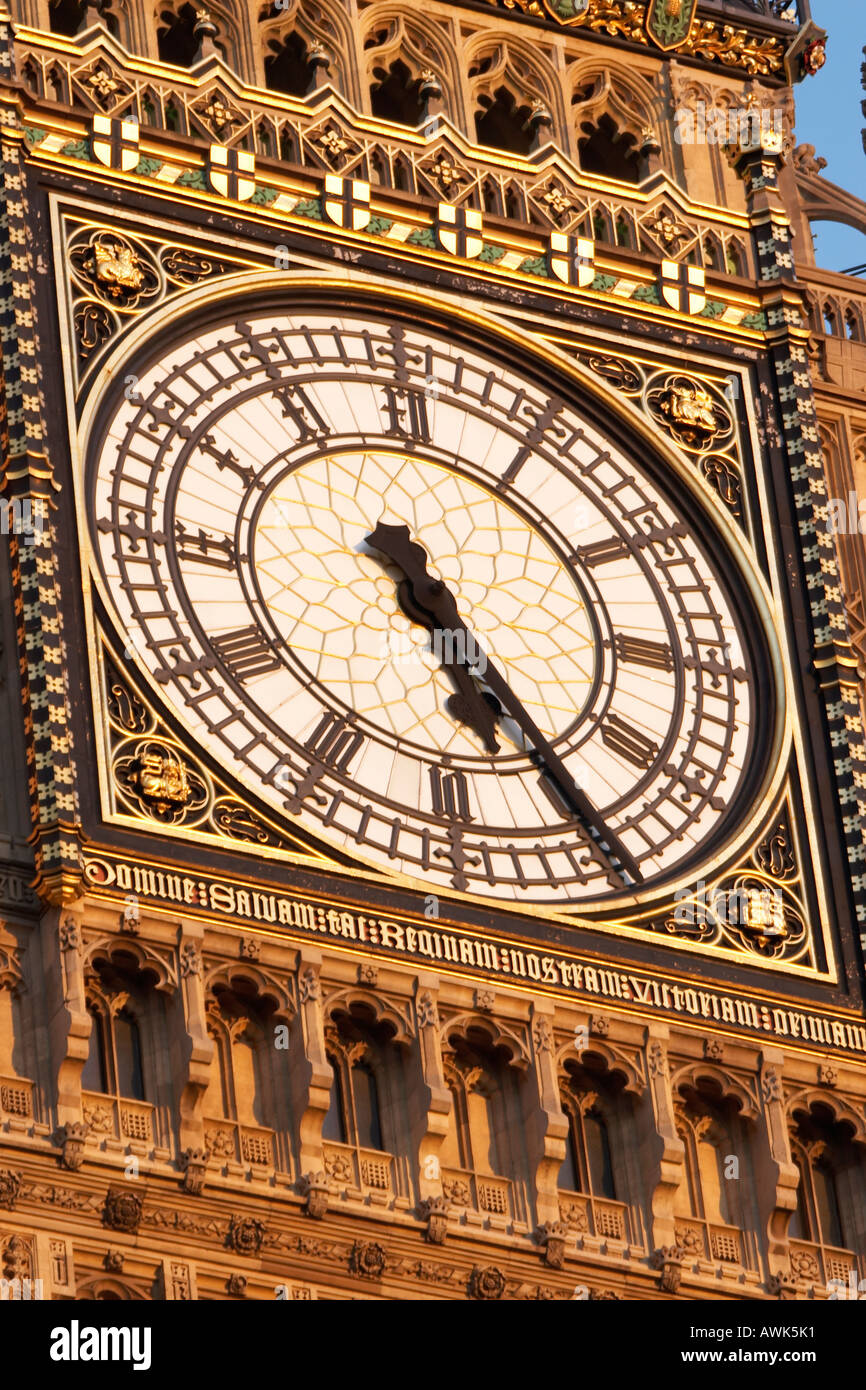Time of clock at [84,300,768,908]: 5:24
